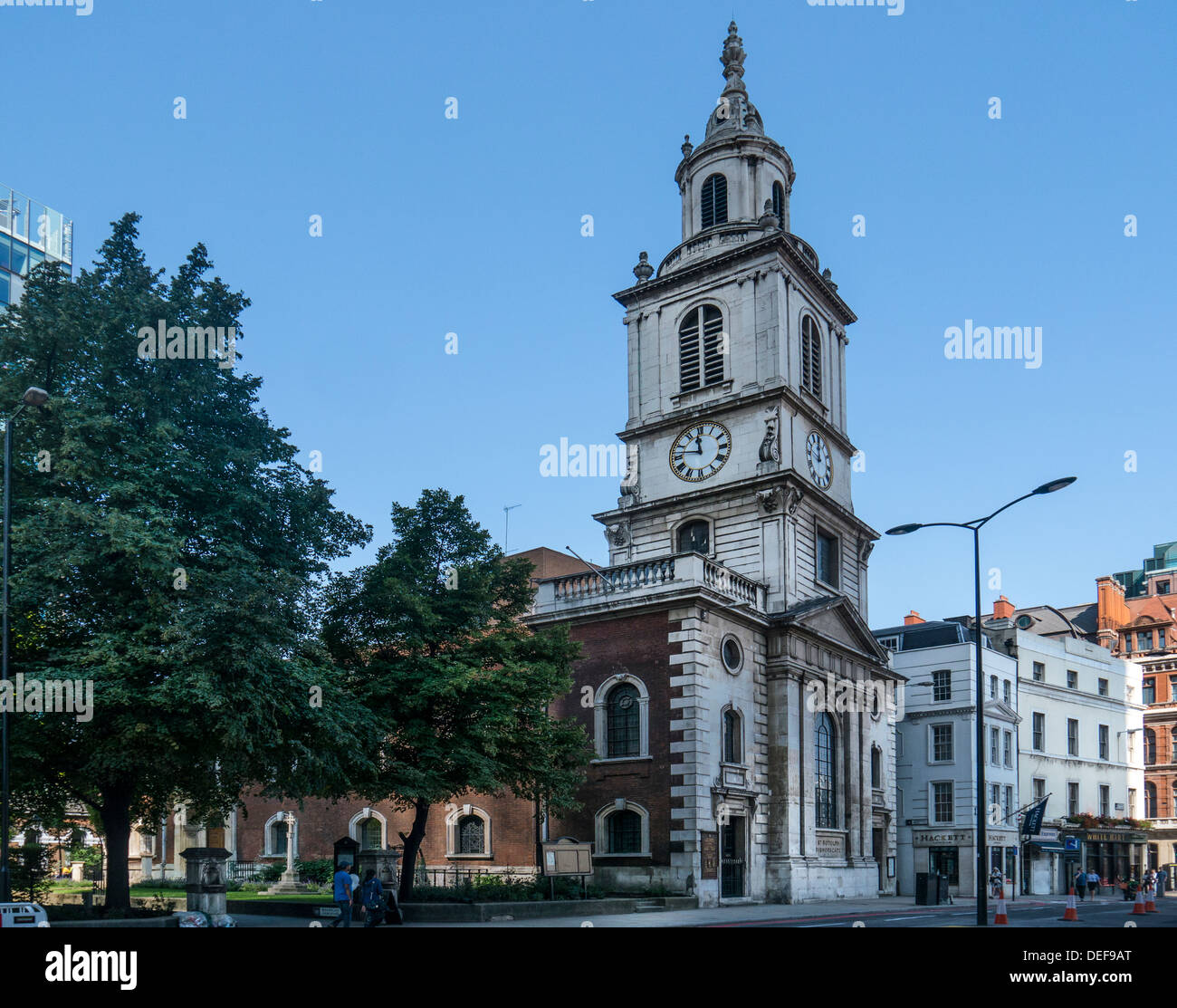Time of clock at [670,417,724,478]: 11:46
